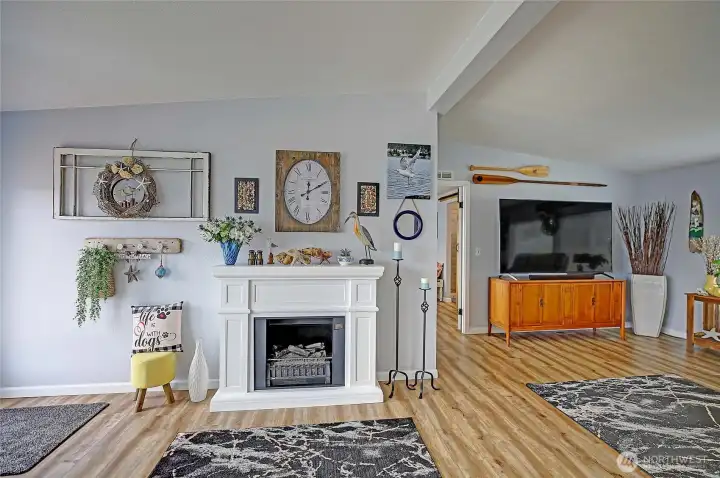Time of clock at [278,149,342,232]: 12:10
